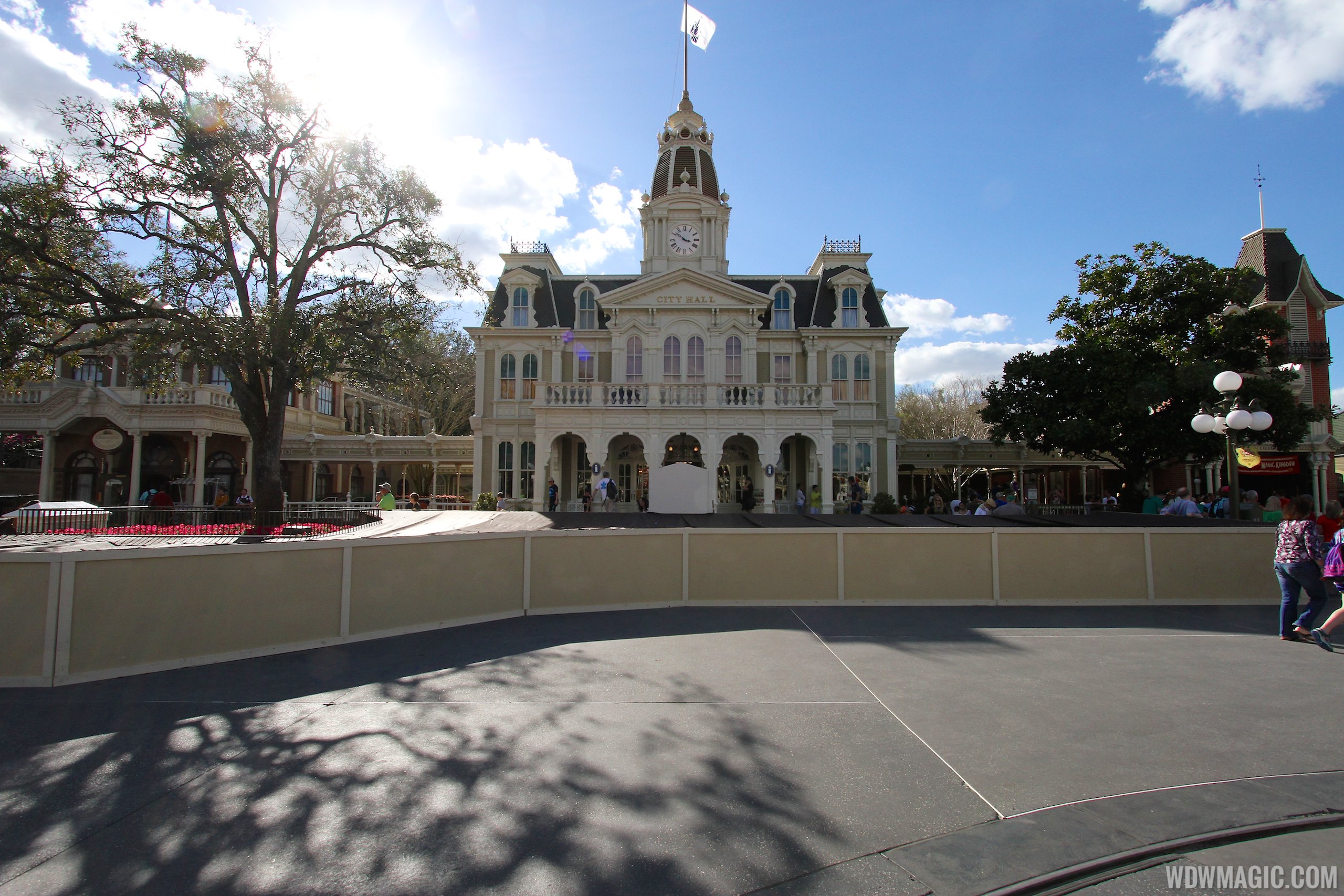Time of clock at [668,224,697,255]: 3:51
